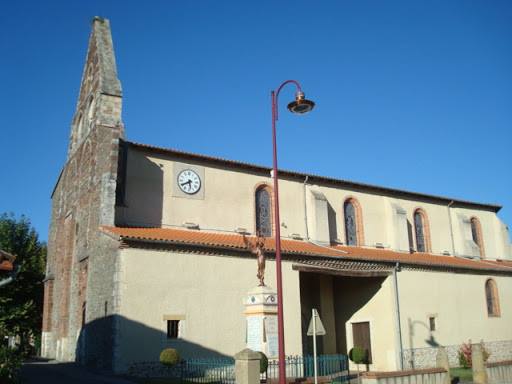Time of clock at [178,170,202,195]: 5:40
